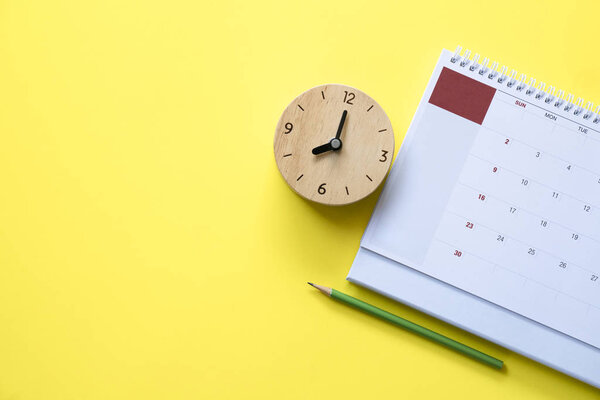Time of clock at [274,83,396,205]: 8:00
